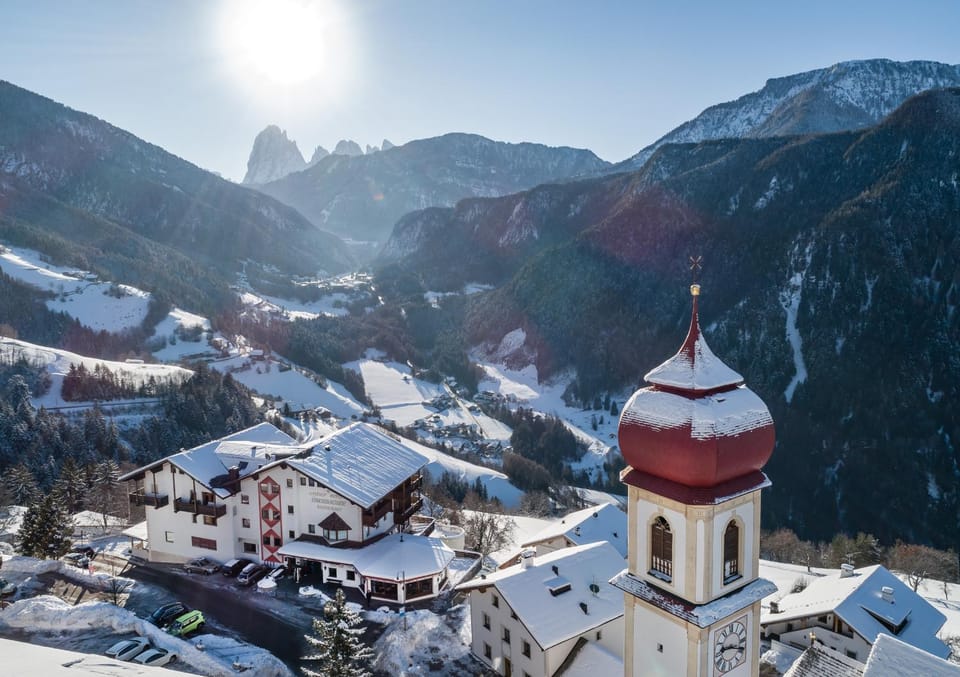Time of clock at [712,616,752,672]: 9:18
